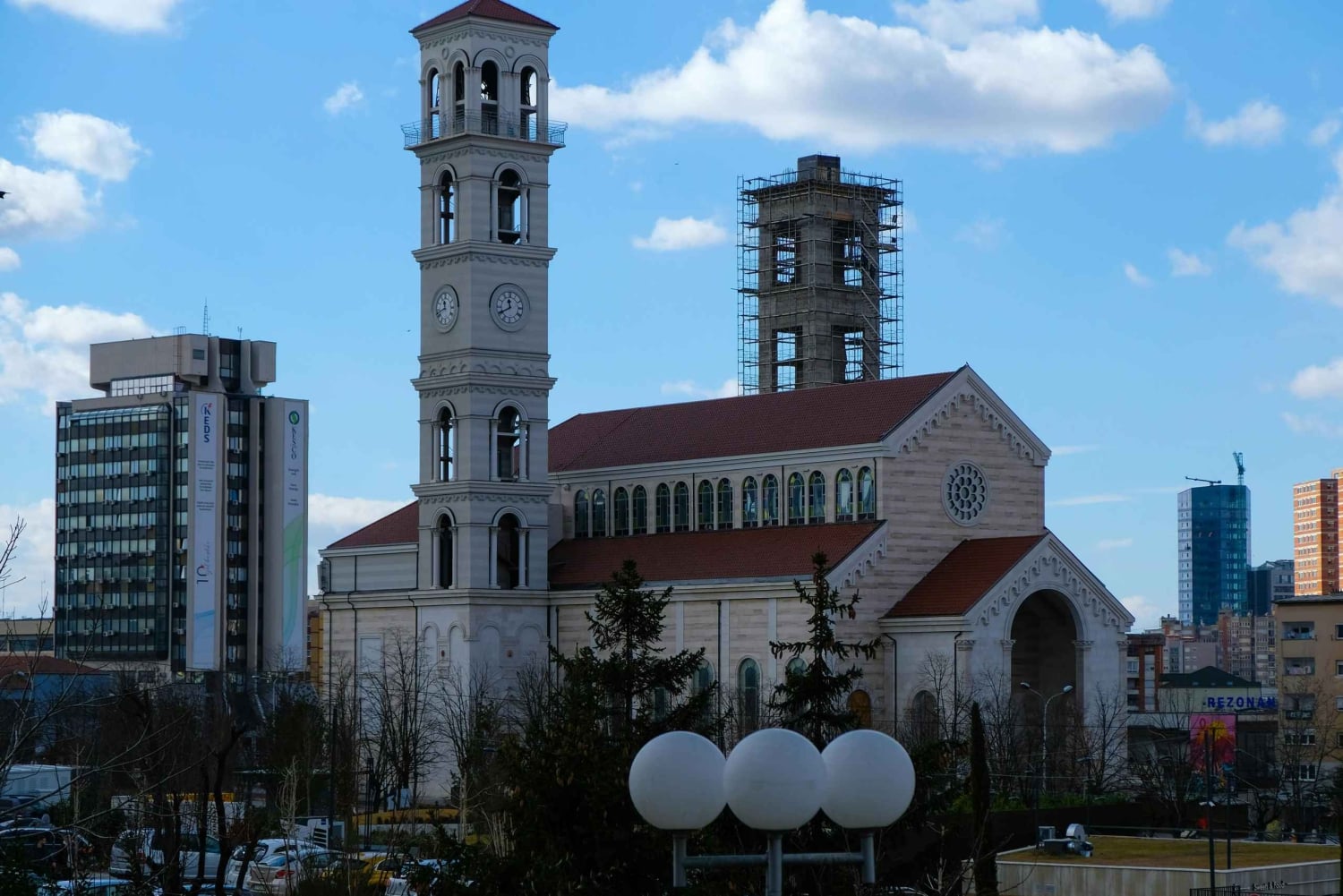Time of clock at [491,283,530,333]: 11:40
